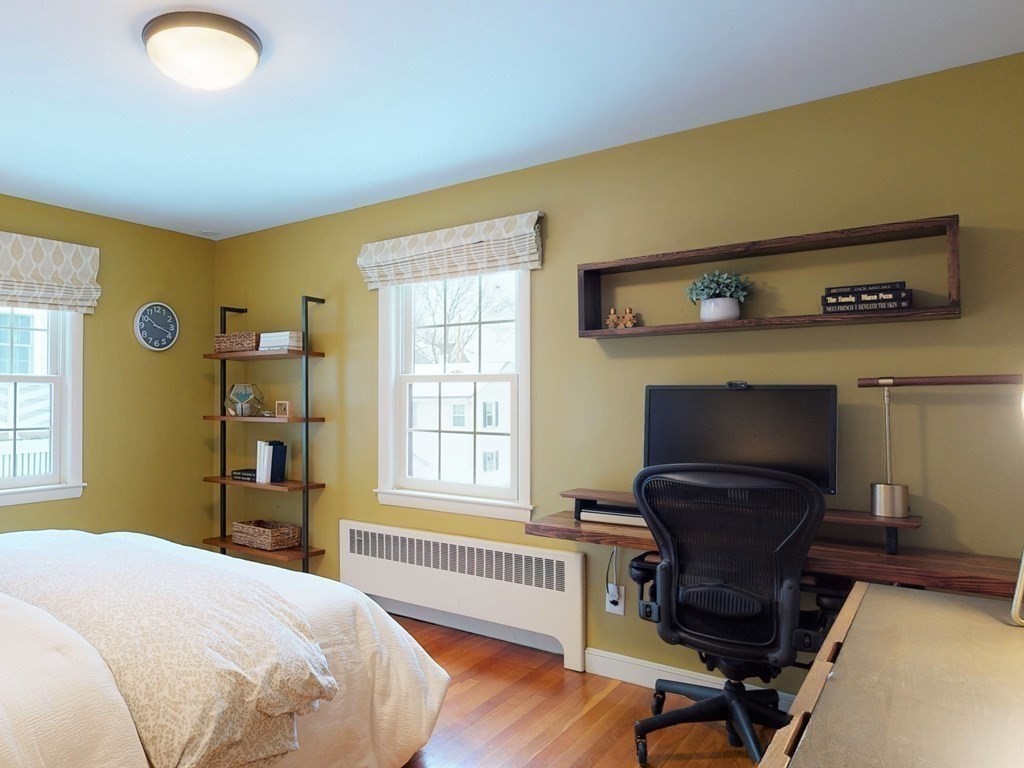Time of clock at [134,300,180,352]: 10:18
